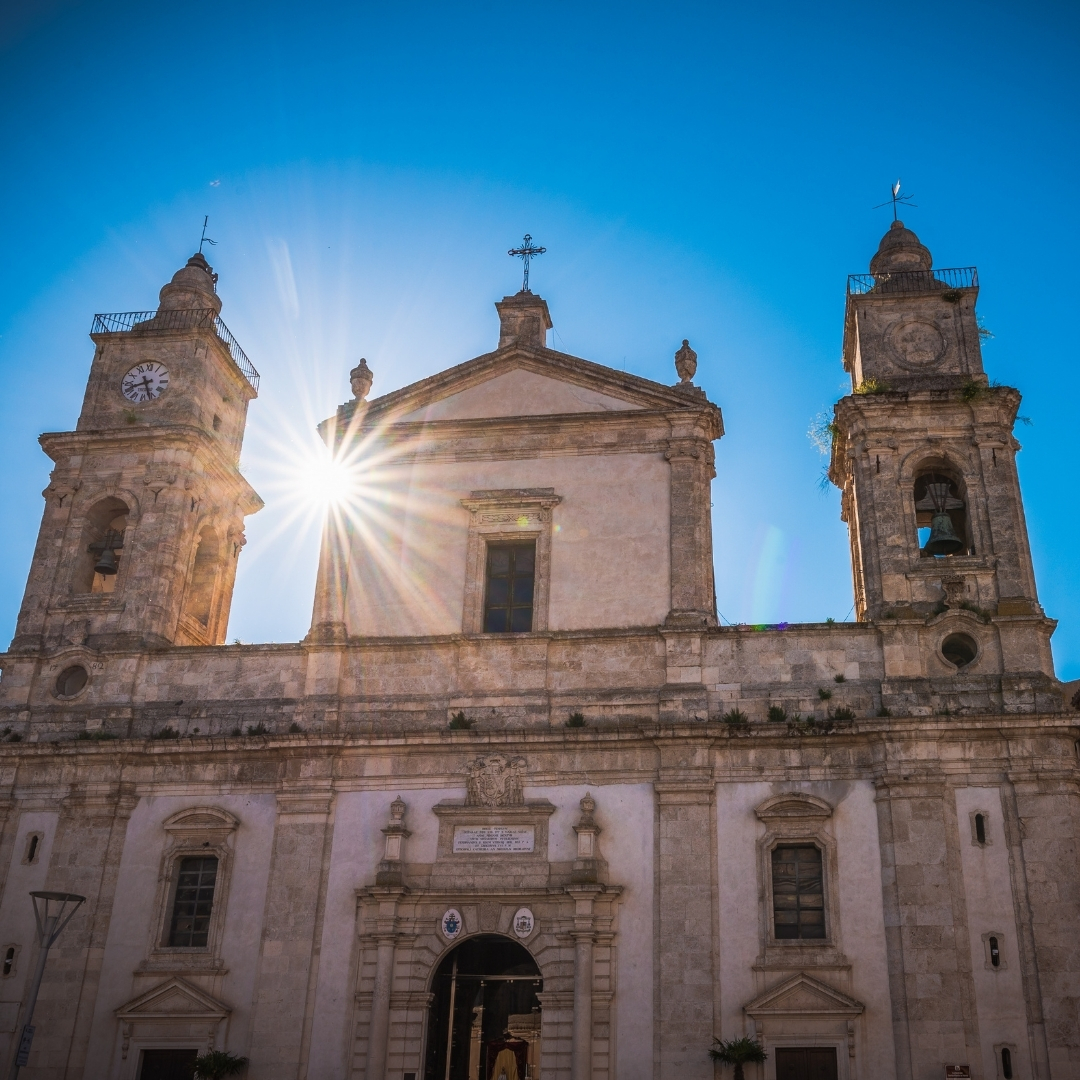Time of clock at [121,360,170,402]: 8:26
